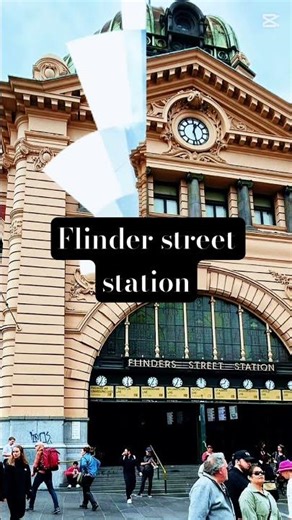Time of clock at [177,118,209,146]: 12:27
